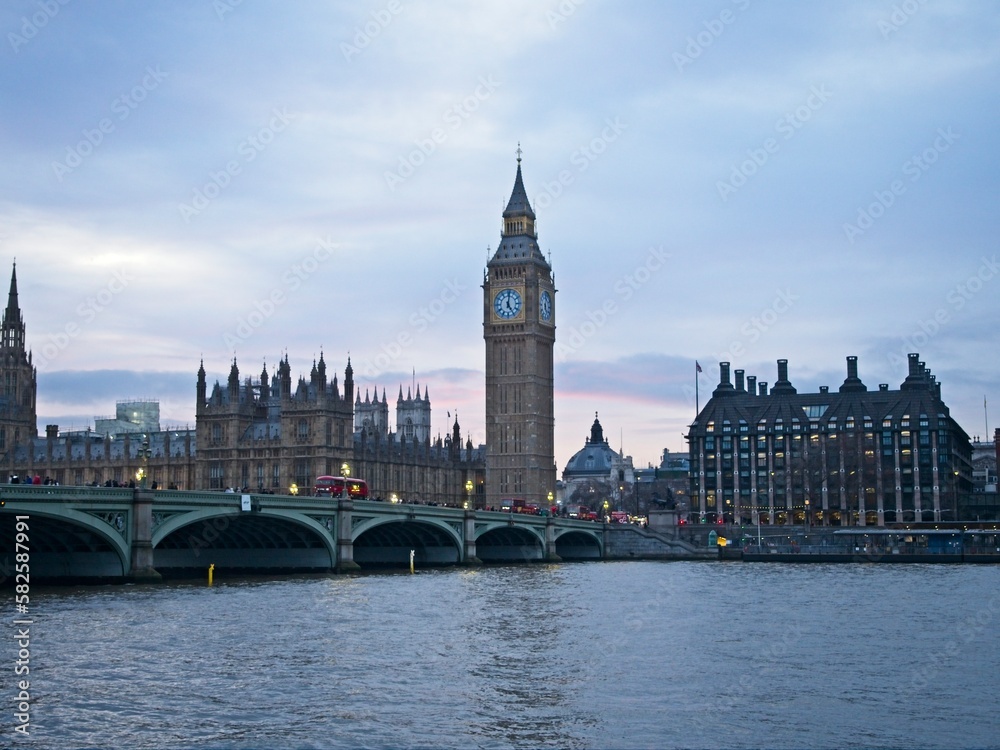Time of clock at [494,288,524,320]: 5:01
